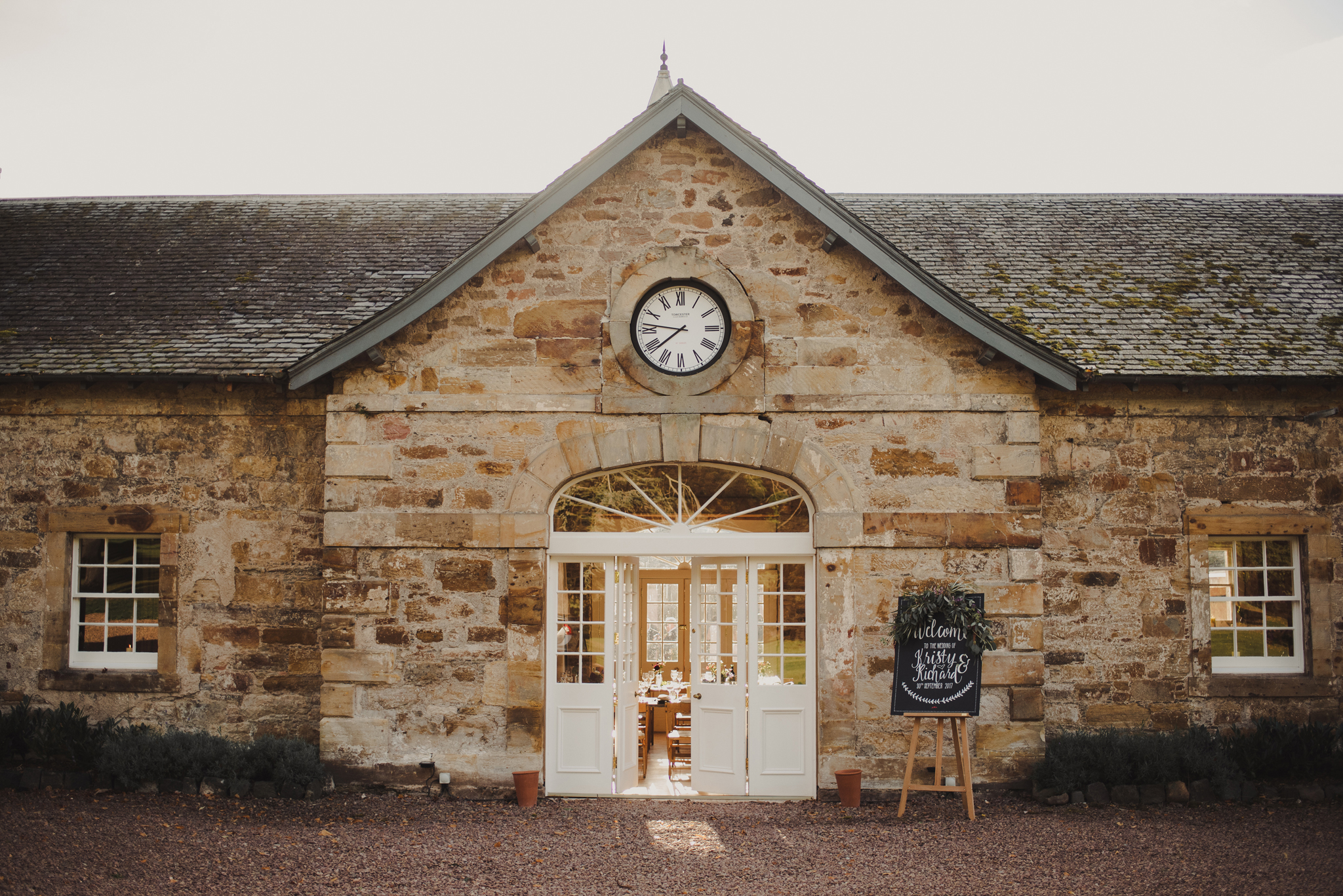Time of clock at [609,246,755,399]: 7:46
